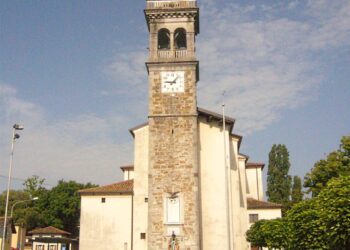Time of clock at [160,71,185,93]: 9:07
